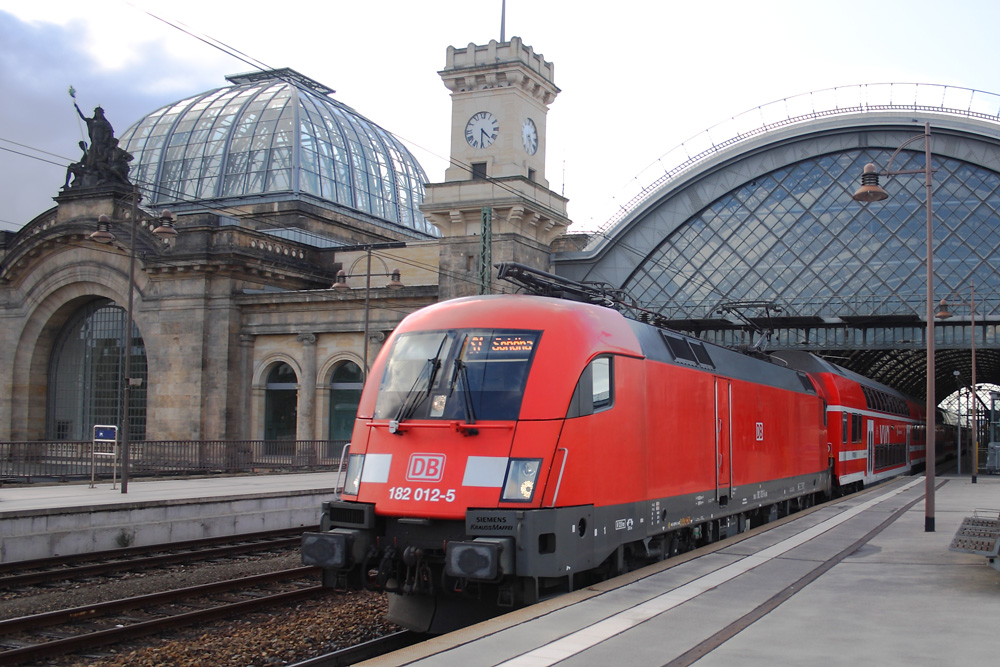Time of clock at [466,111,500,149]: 4:30
